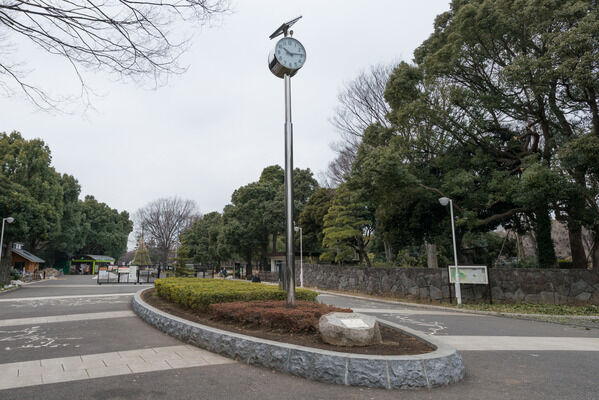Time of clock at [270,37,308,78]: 10:14
